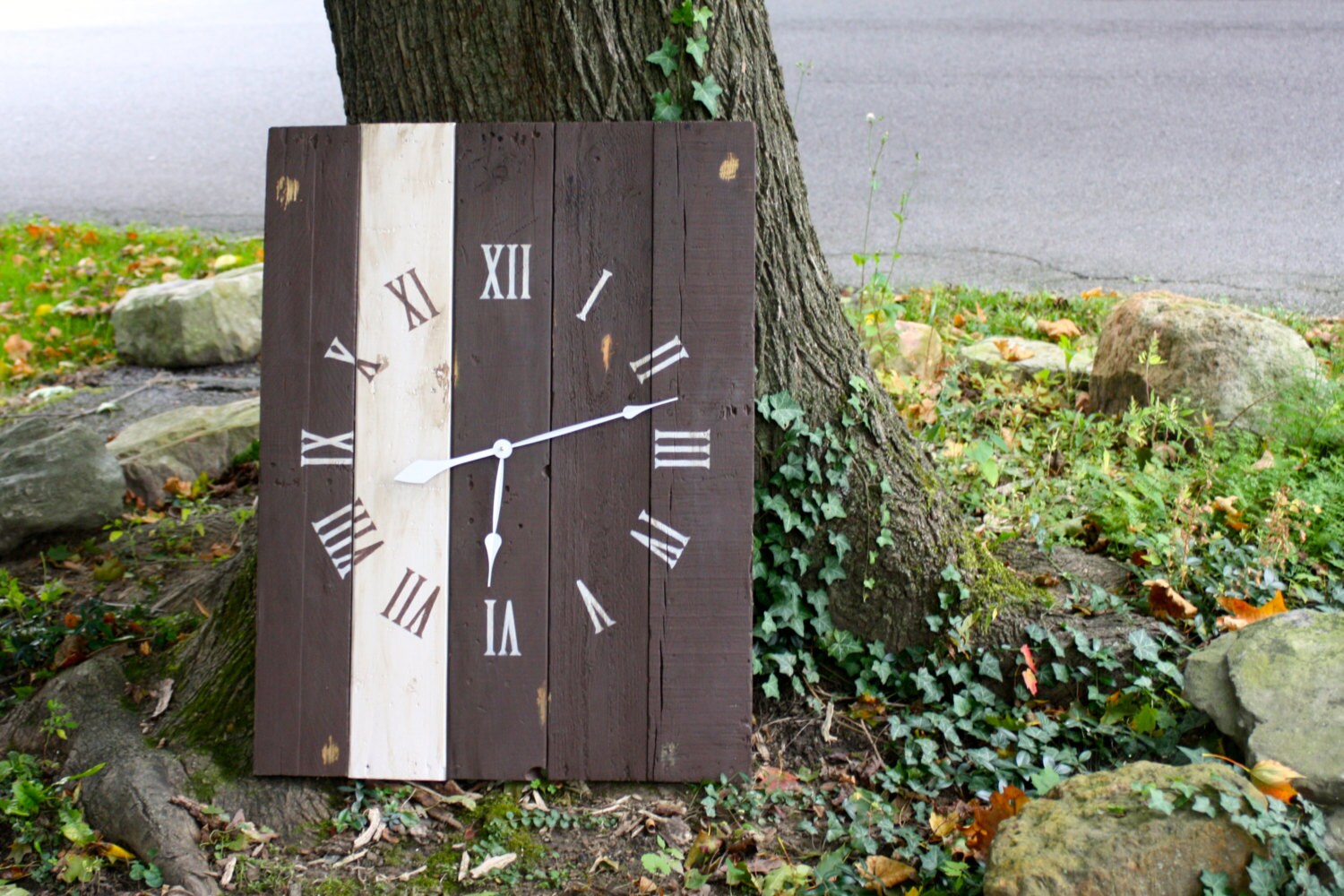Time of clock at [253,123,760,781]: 6:12
